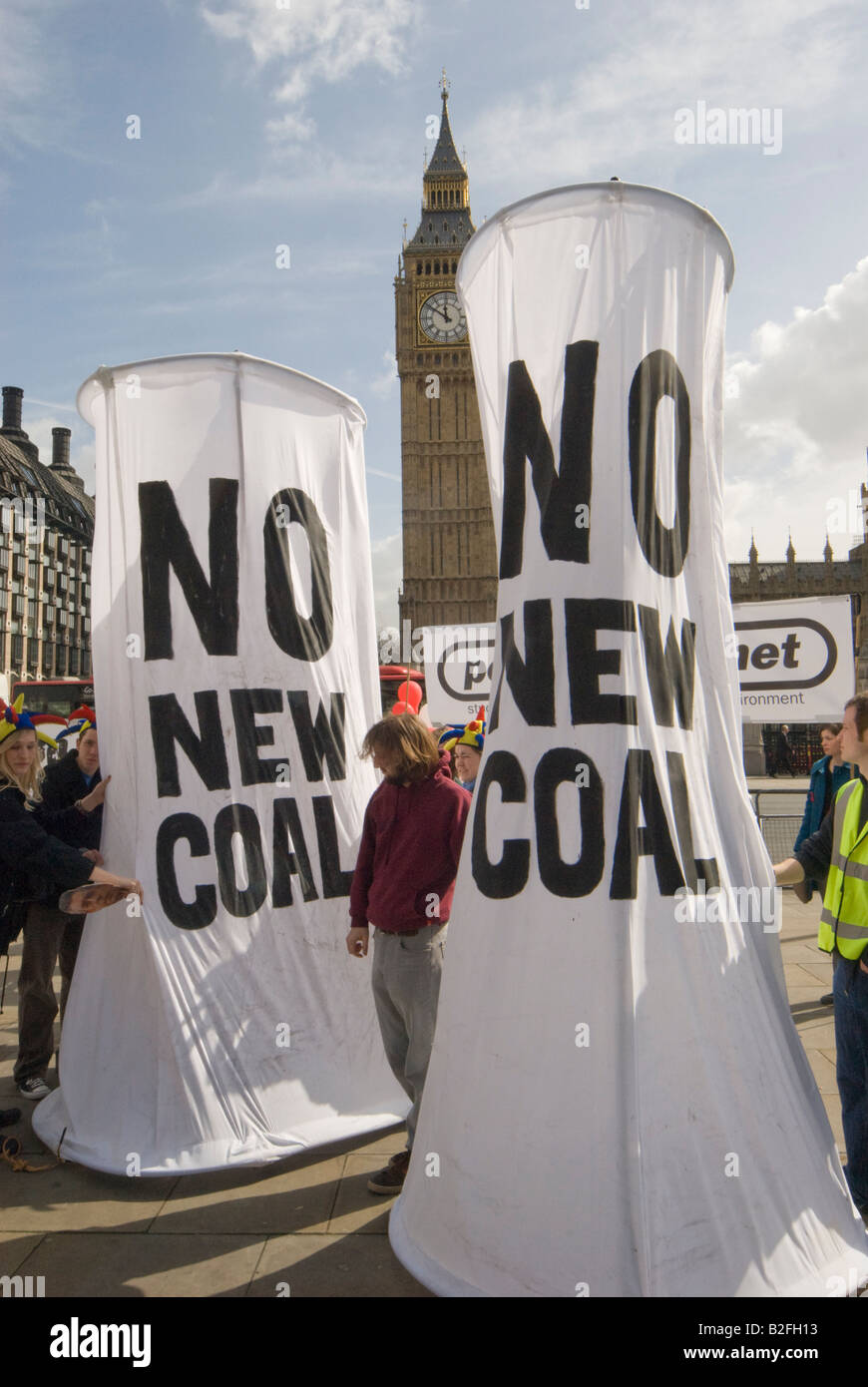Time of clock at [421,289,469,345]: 11:50
